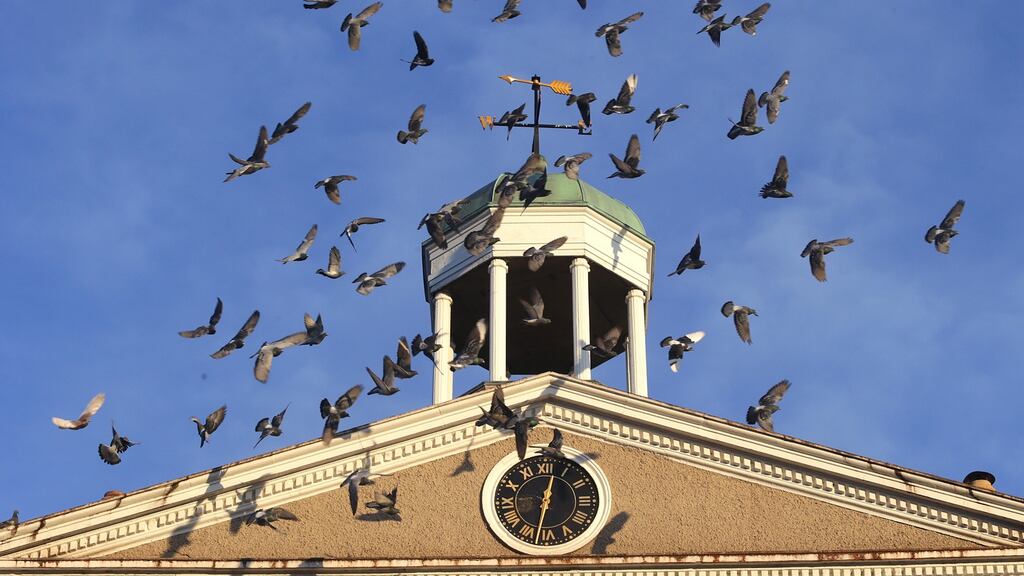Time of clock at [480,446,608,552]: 12:32
